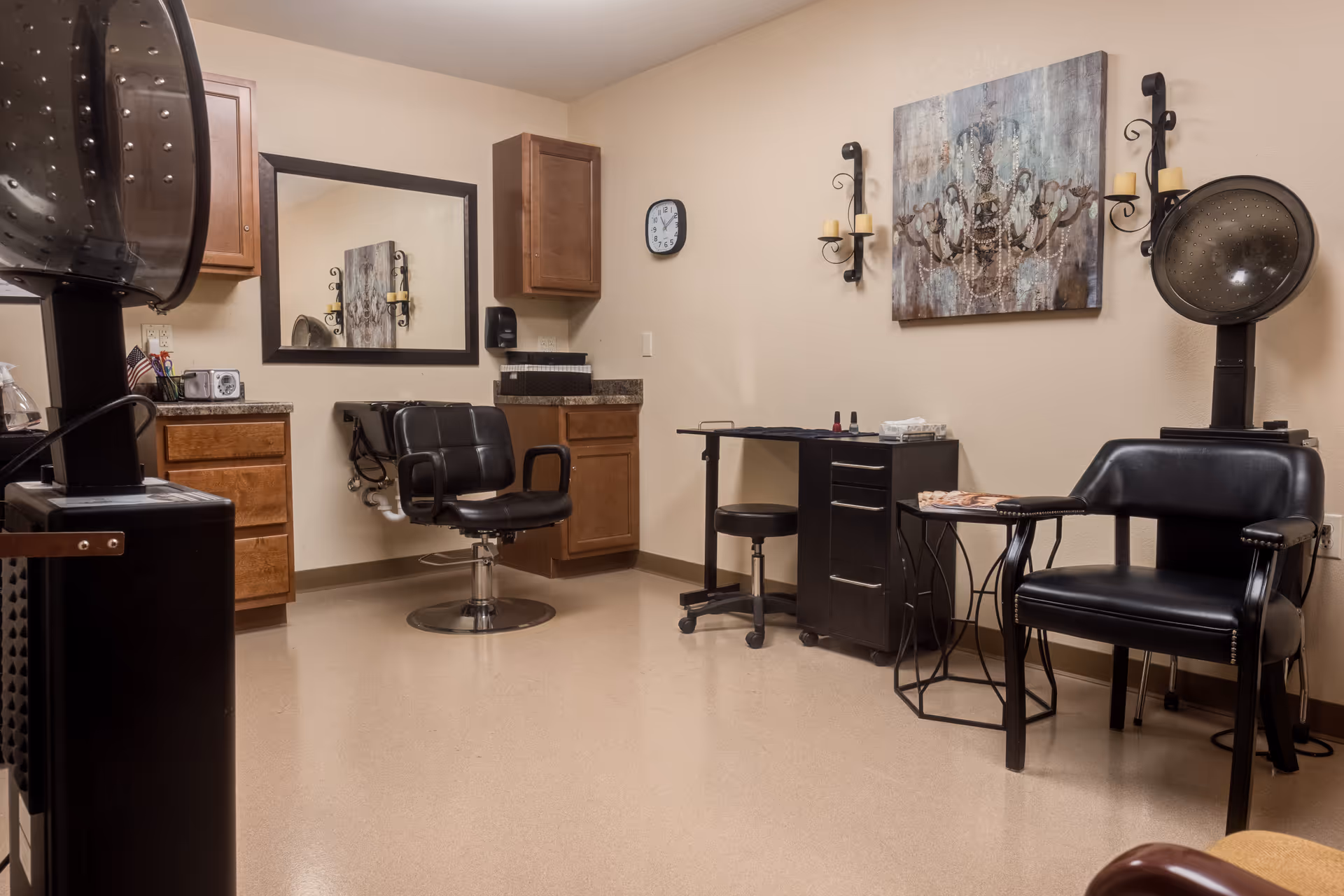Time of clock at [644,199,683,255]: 11:09
